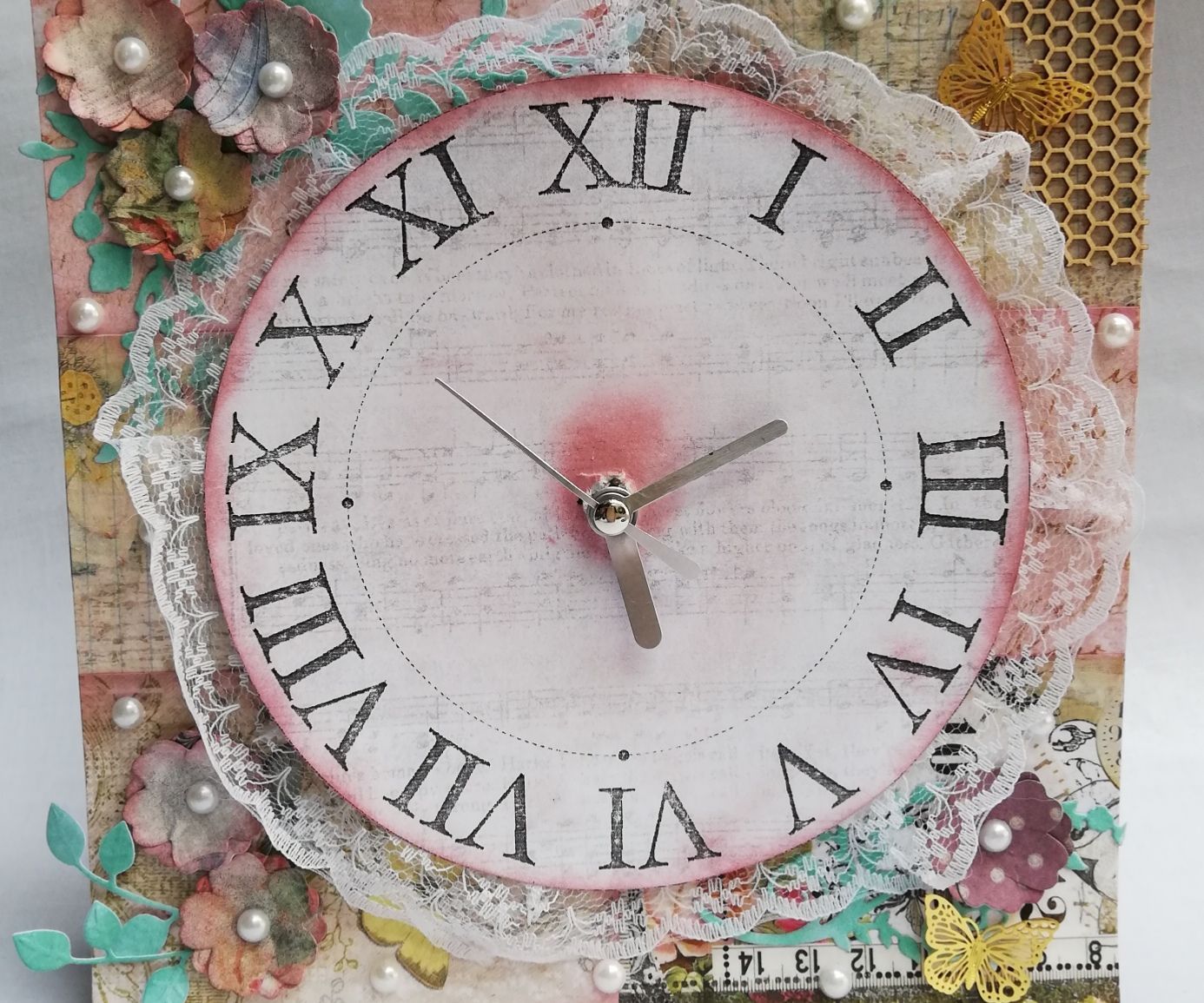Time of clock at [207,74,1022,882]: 5:11
